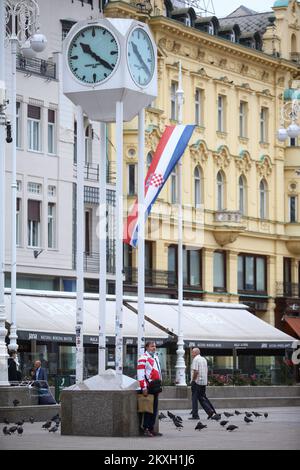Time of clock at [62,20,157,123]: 10:21
